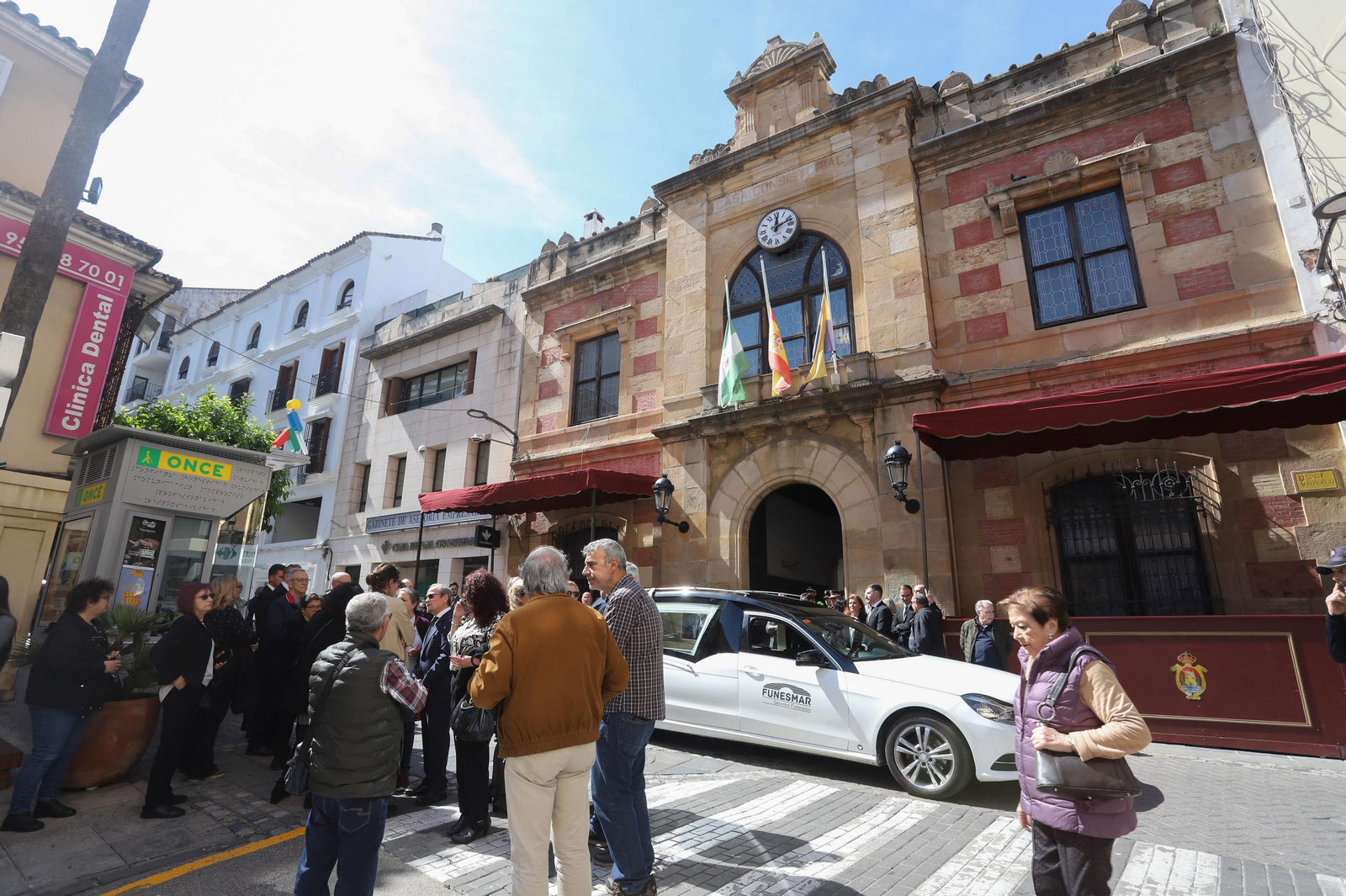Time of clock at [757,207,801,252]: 12:12
